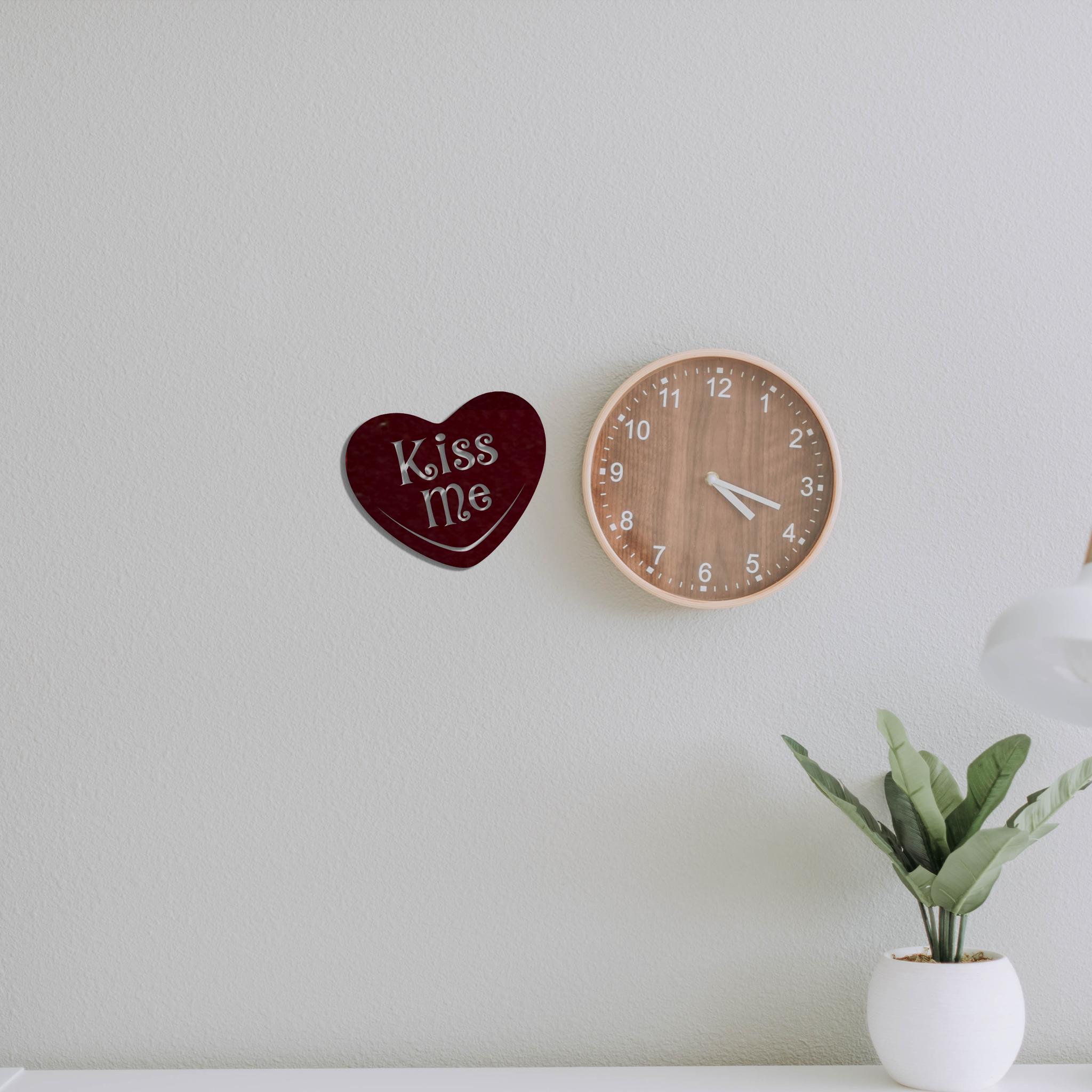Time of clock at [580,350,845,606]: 4:18
